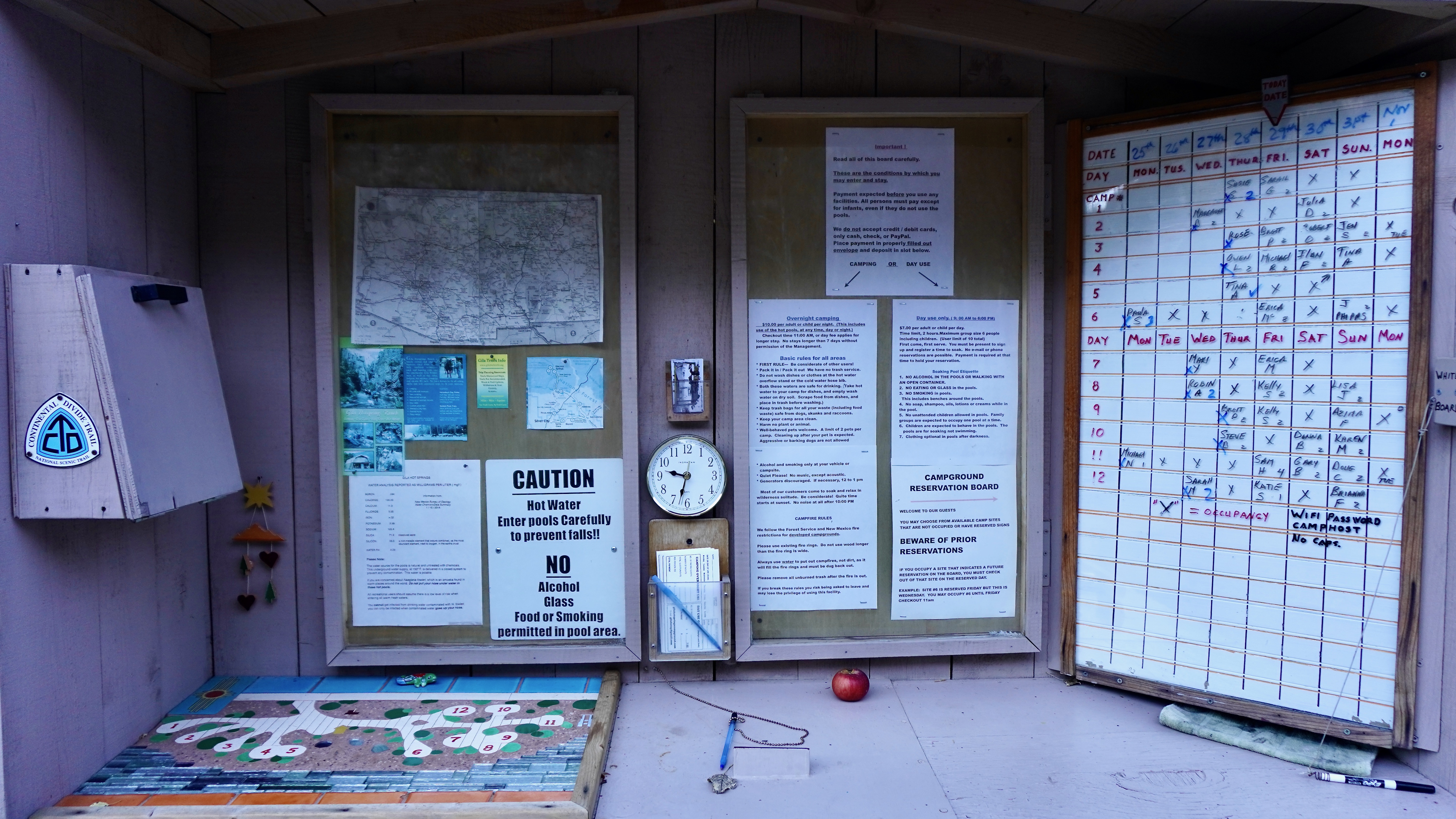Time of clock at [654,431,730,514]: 9:32
